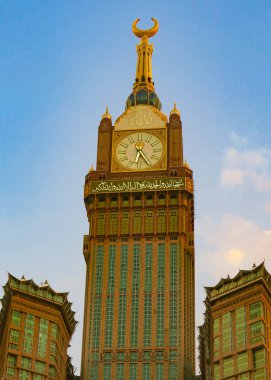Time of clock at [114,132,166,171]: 6:25
